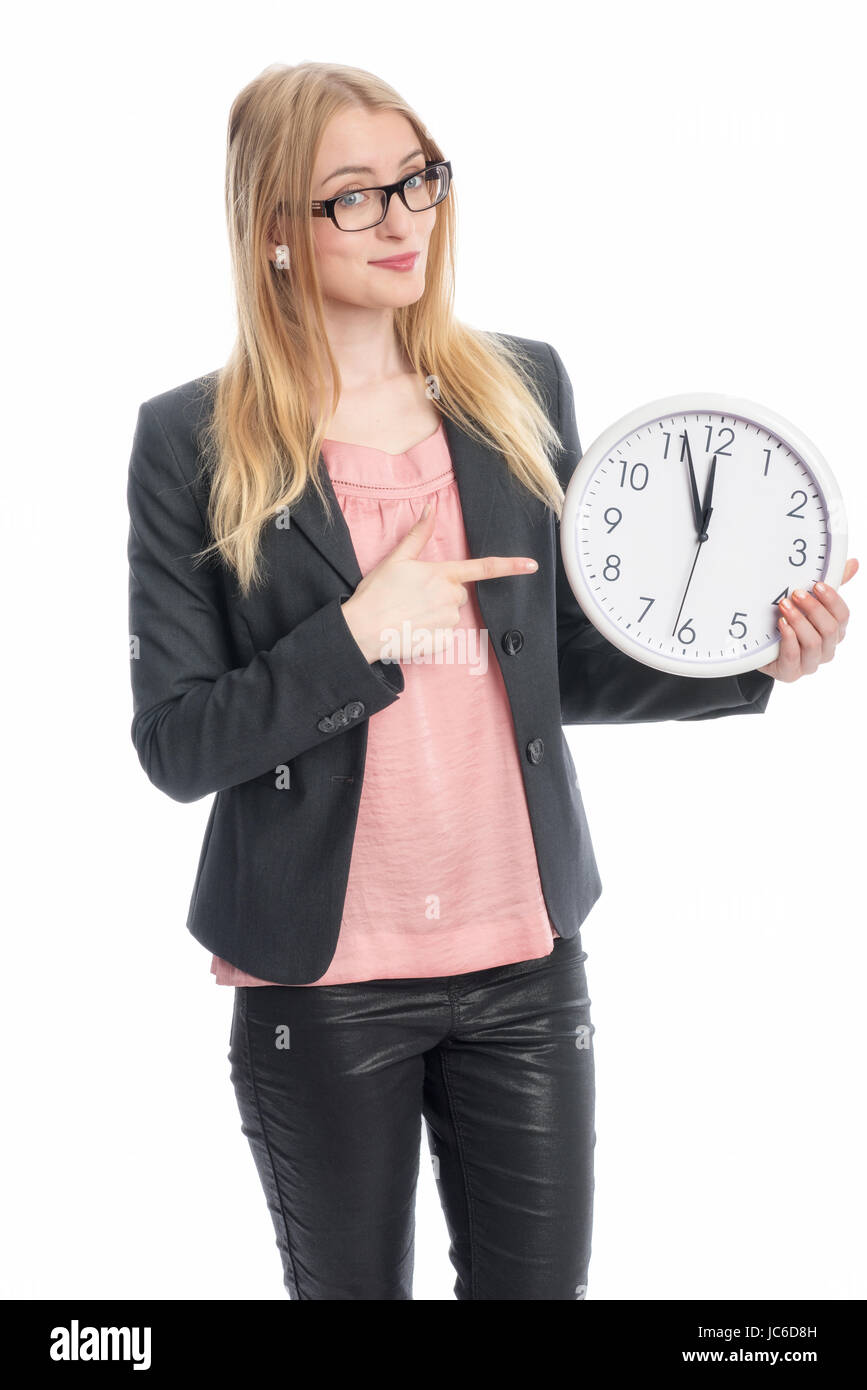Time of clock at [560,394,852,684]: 11:56
